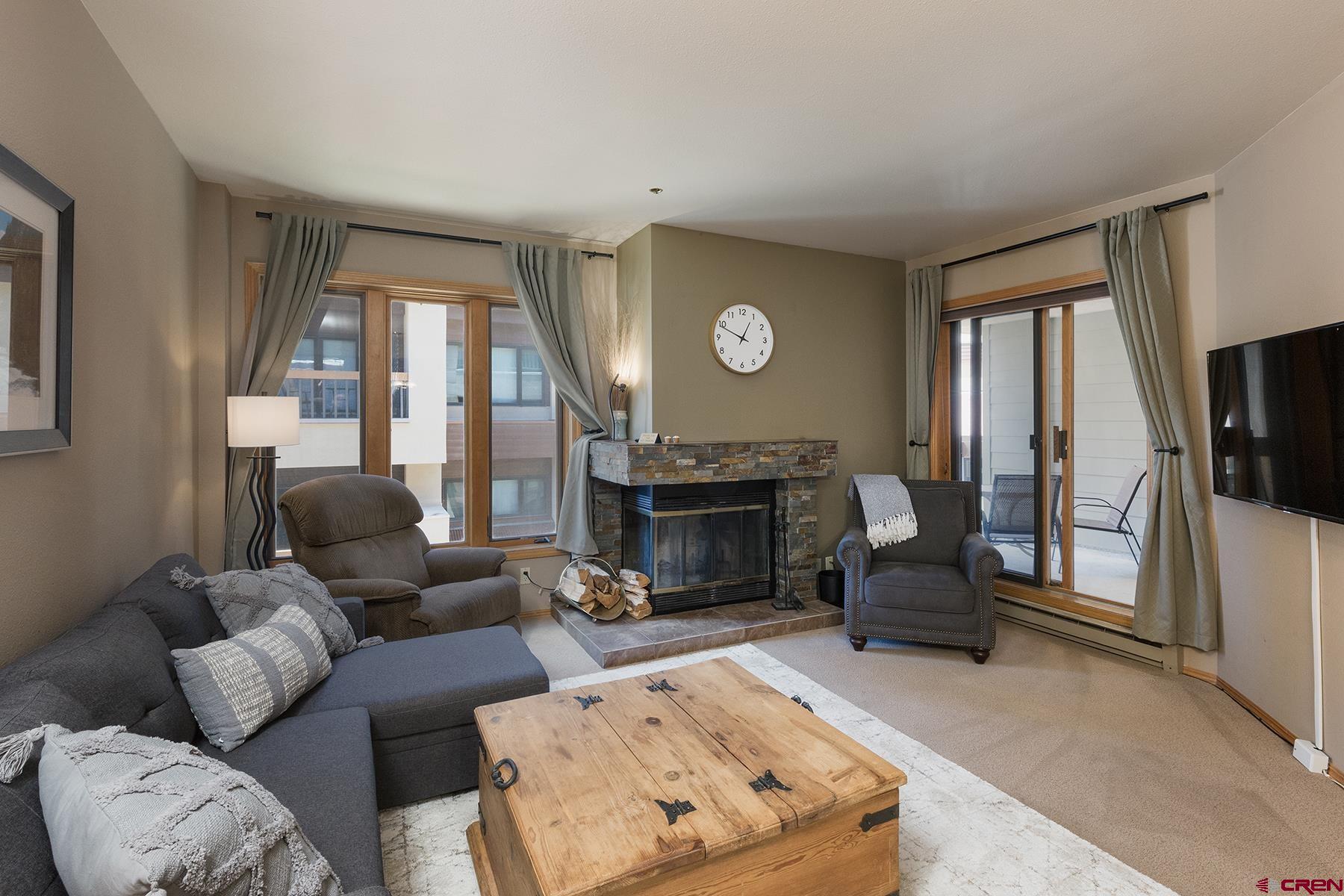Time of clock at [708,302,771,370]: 12:48
